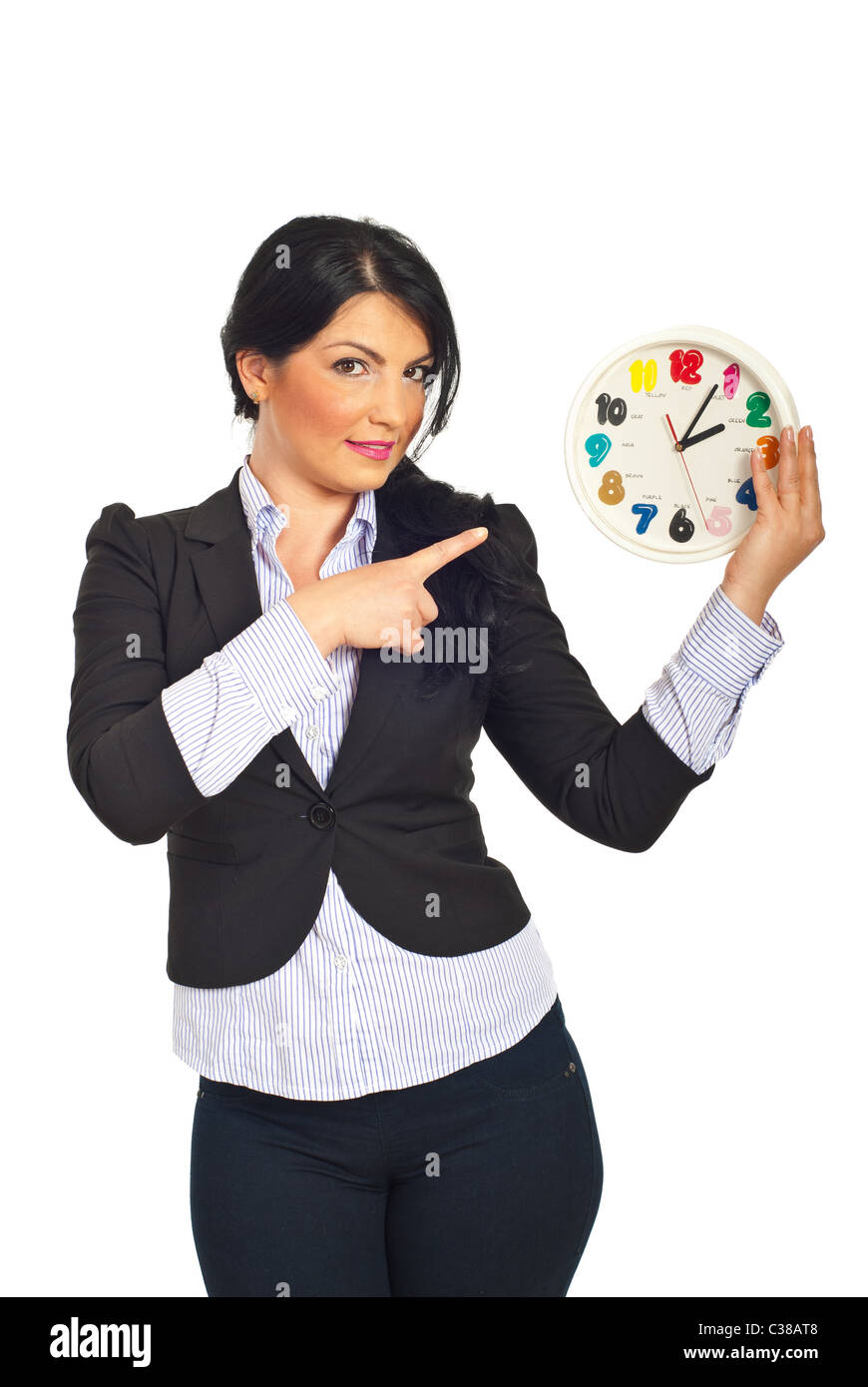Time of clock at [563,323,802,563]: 2:04
